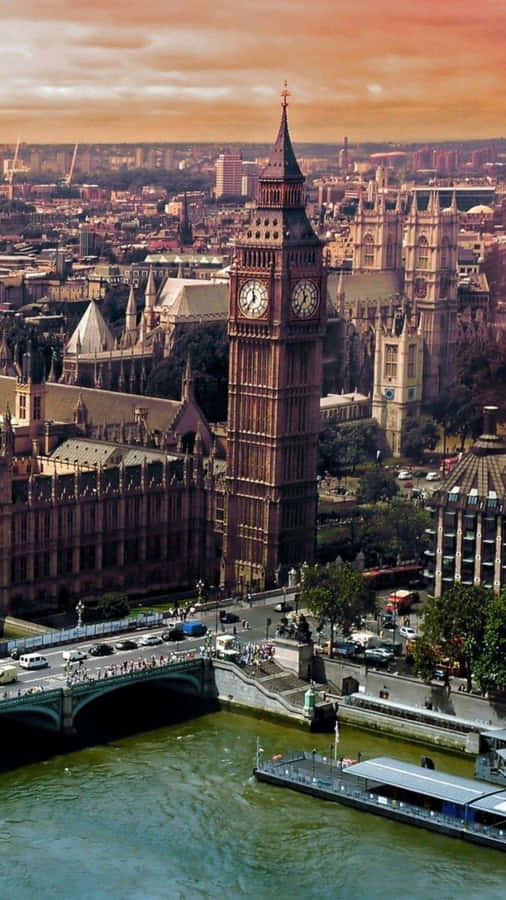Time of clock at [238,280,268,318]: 11:36
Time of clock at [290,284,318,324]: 11:35
